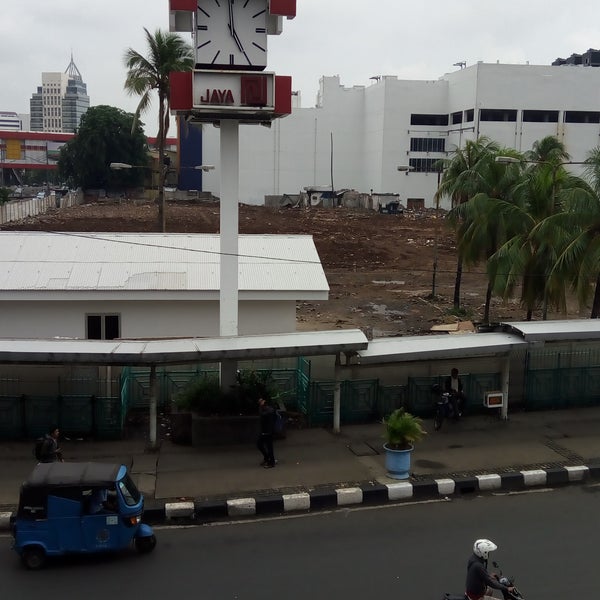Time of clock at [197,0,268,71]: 4:59
